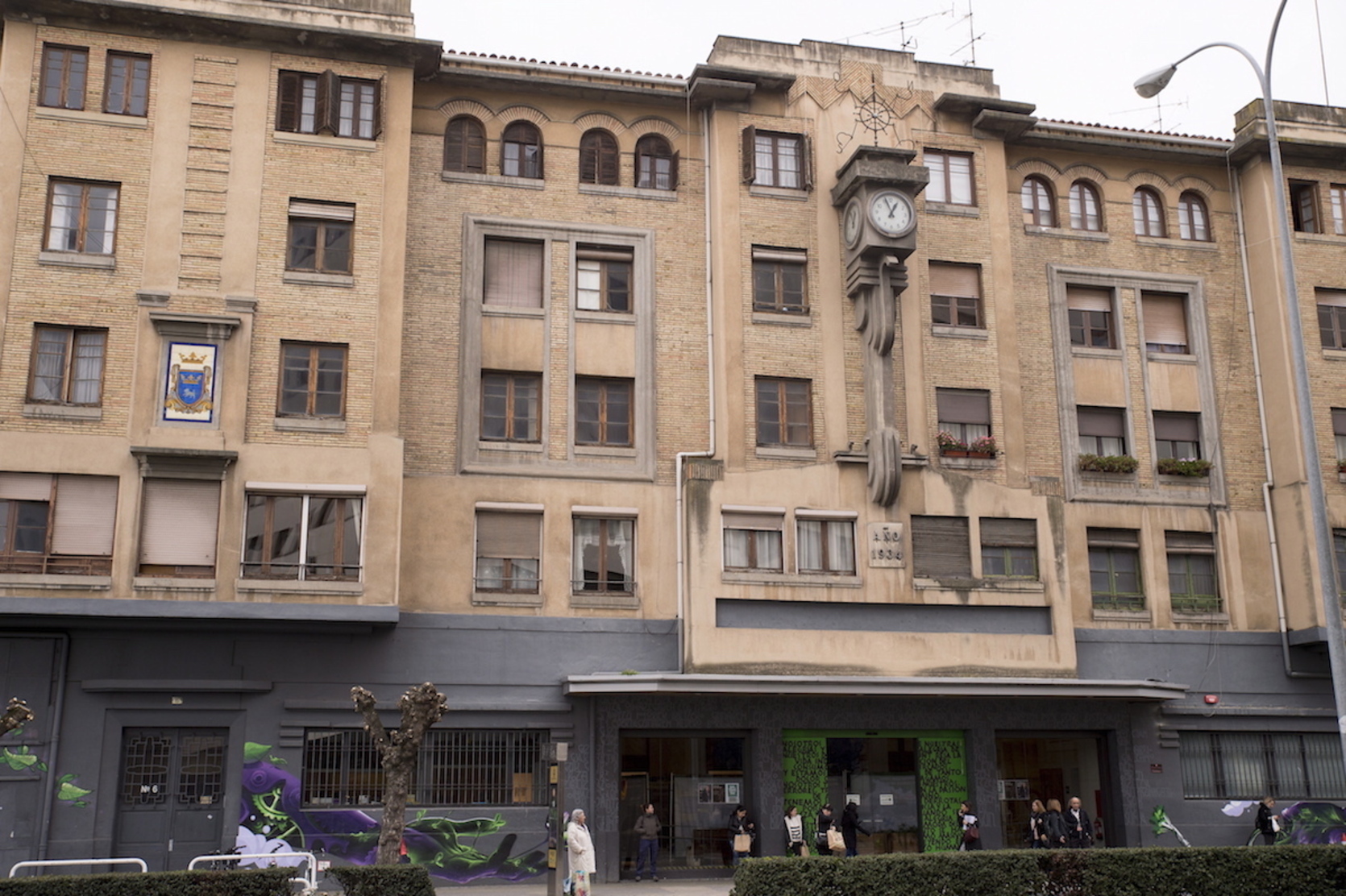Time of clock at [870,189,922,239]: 12:56
